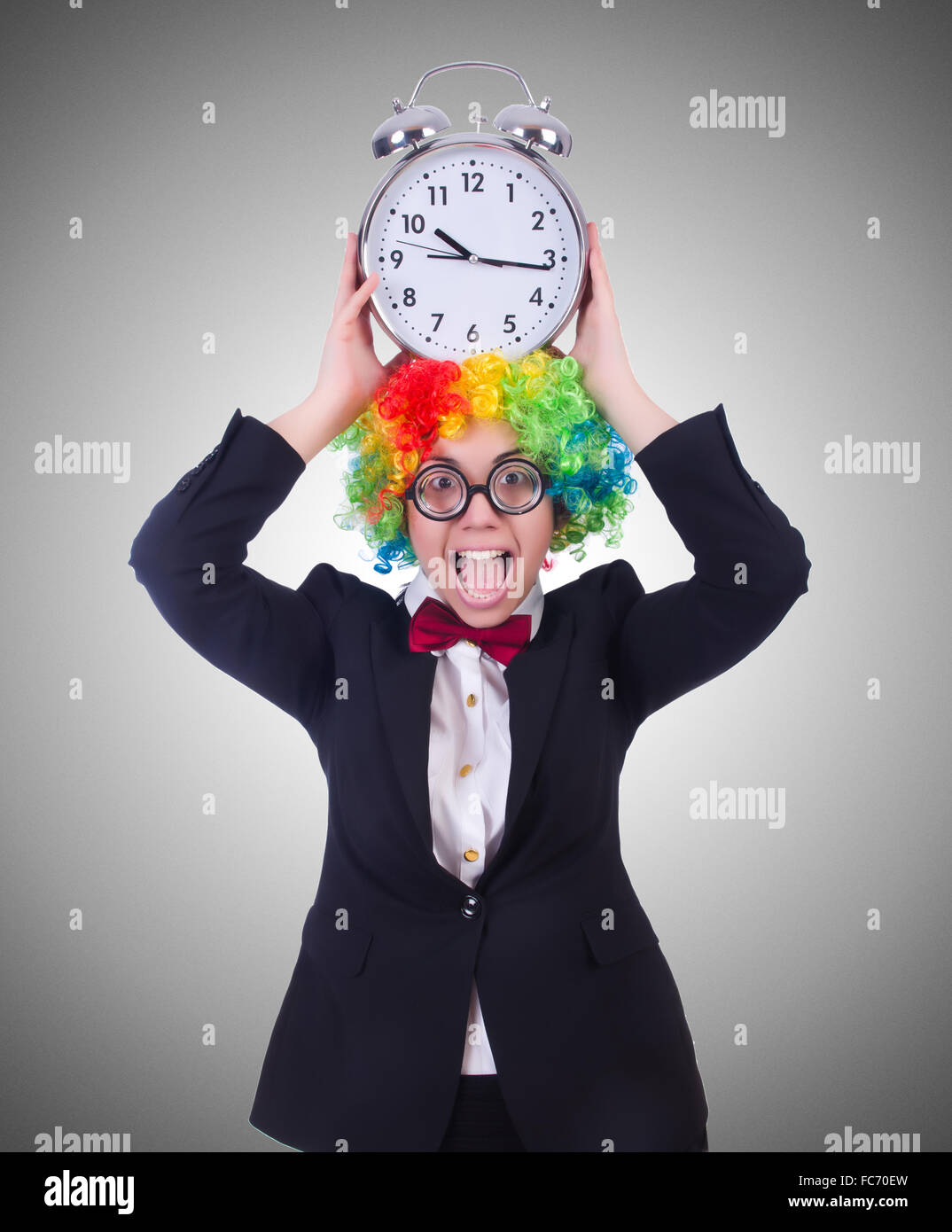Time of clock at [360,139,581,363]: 10:16
